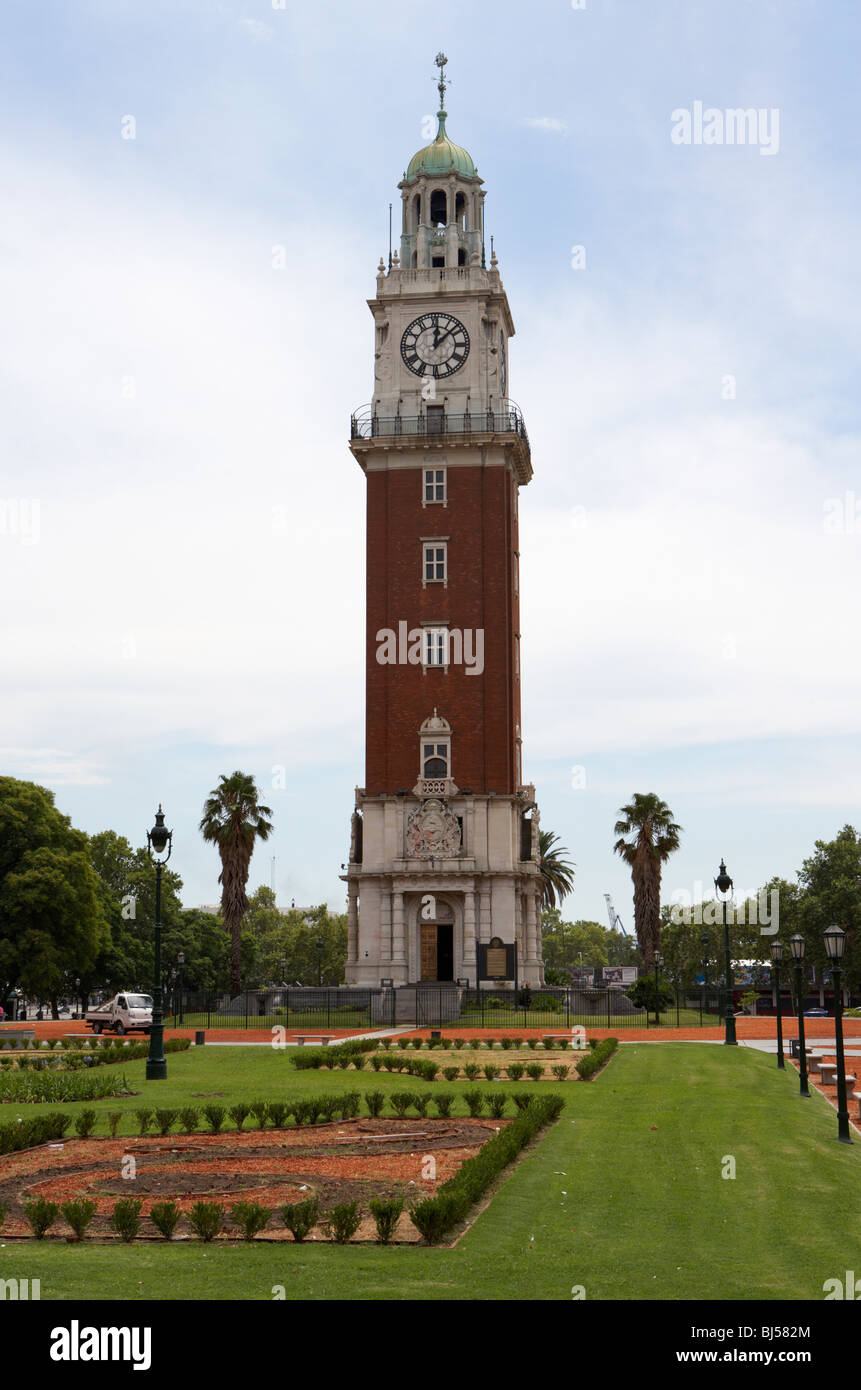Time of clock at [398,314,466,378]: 12:07
